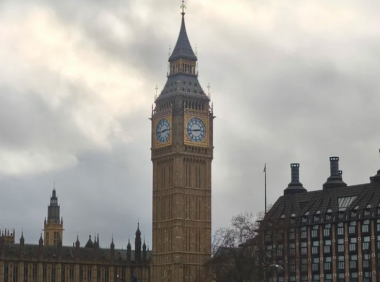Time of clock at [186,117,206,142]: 2:43
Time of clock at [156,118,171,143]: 2:43
